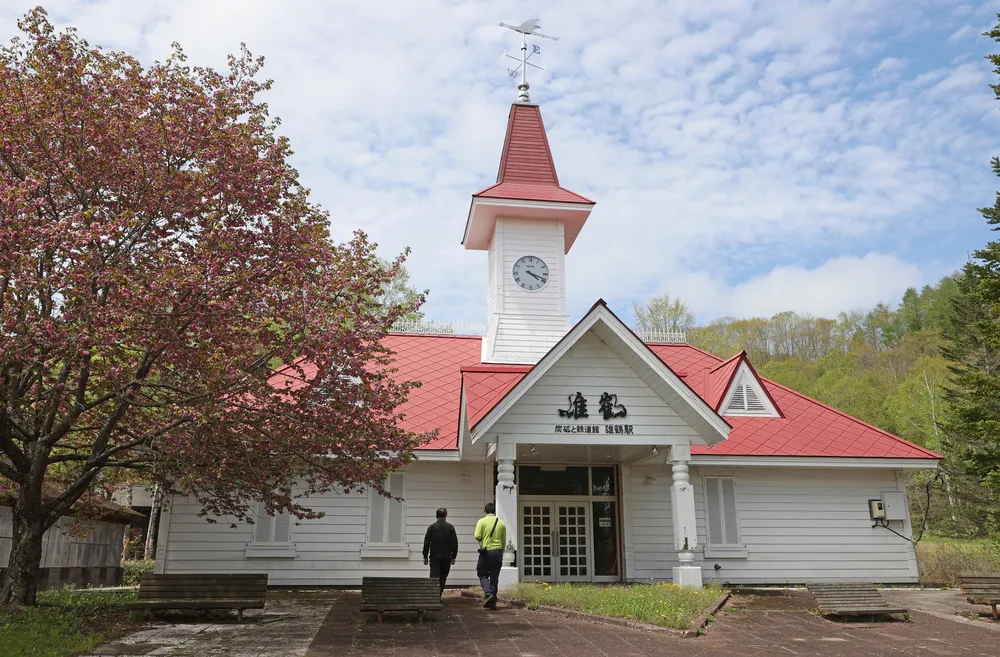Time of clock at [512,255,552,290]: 4:18
